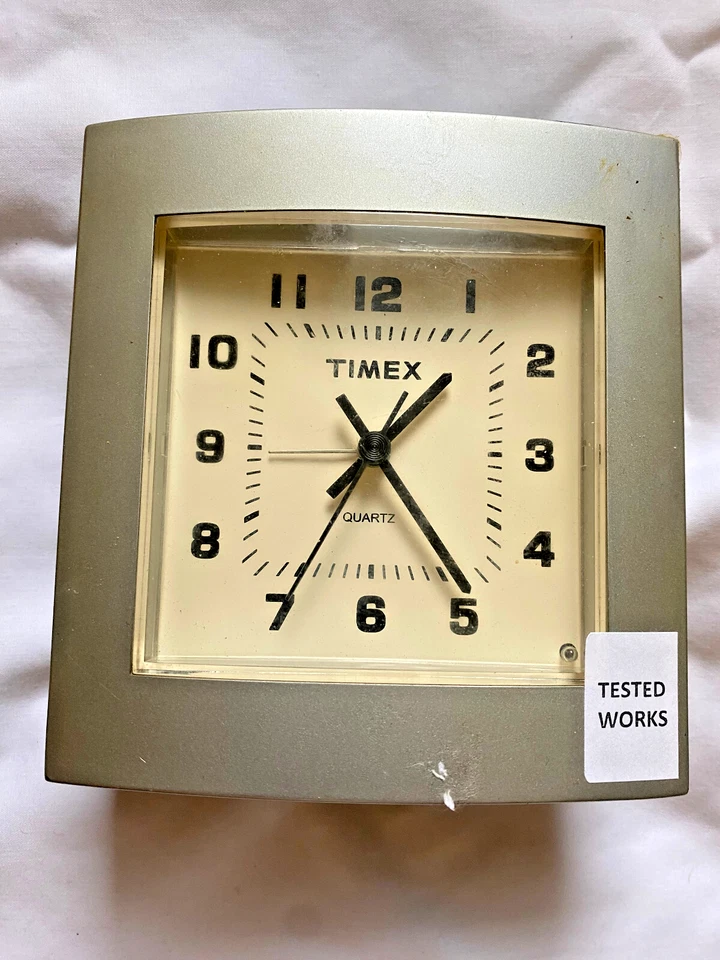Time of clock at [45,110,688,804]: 1:23
